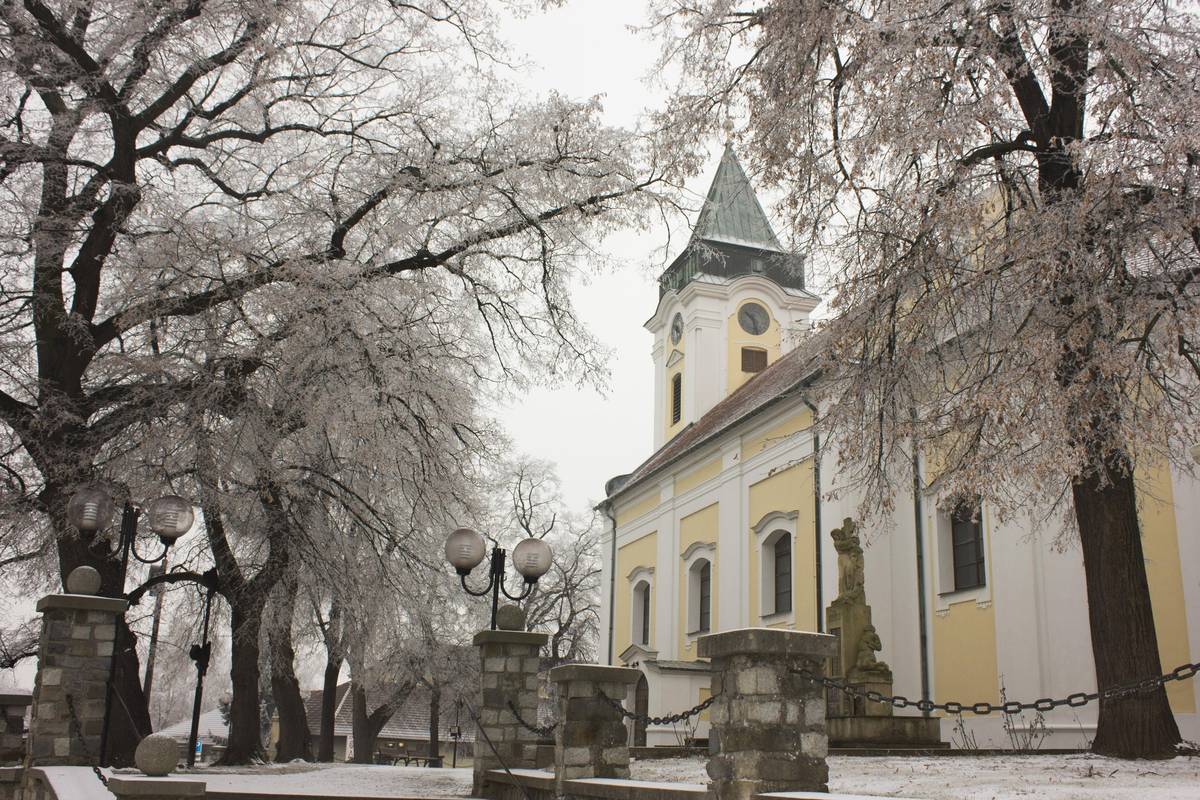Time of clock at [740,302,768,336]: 10:28
